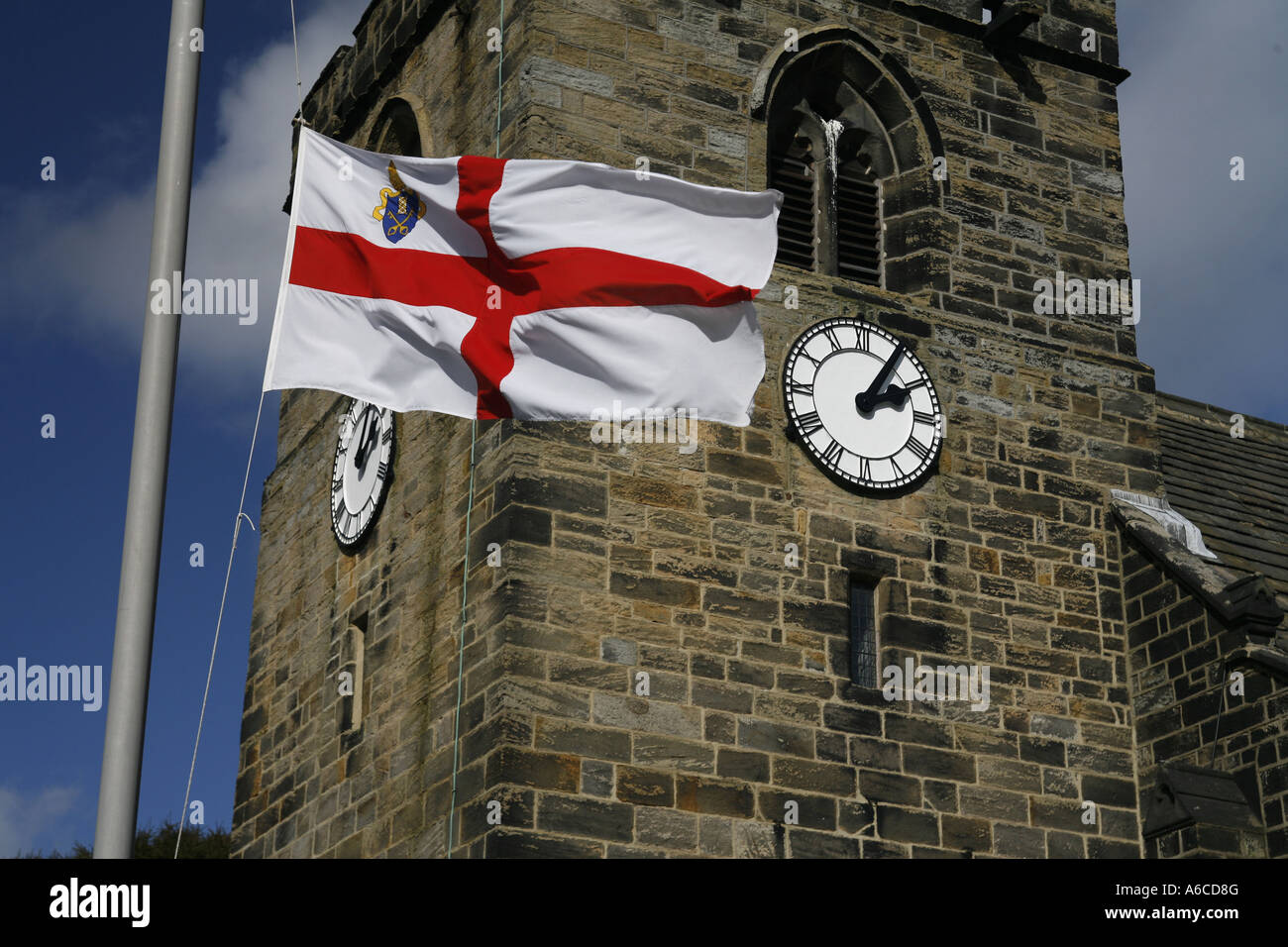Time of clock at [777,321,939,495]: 2:05
